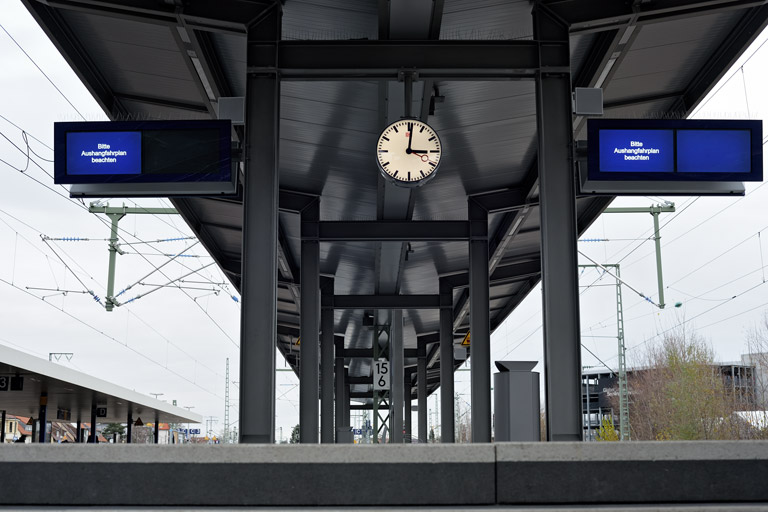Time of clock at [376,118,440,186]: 3:01
